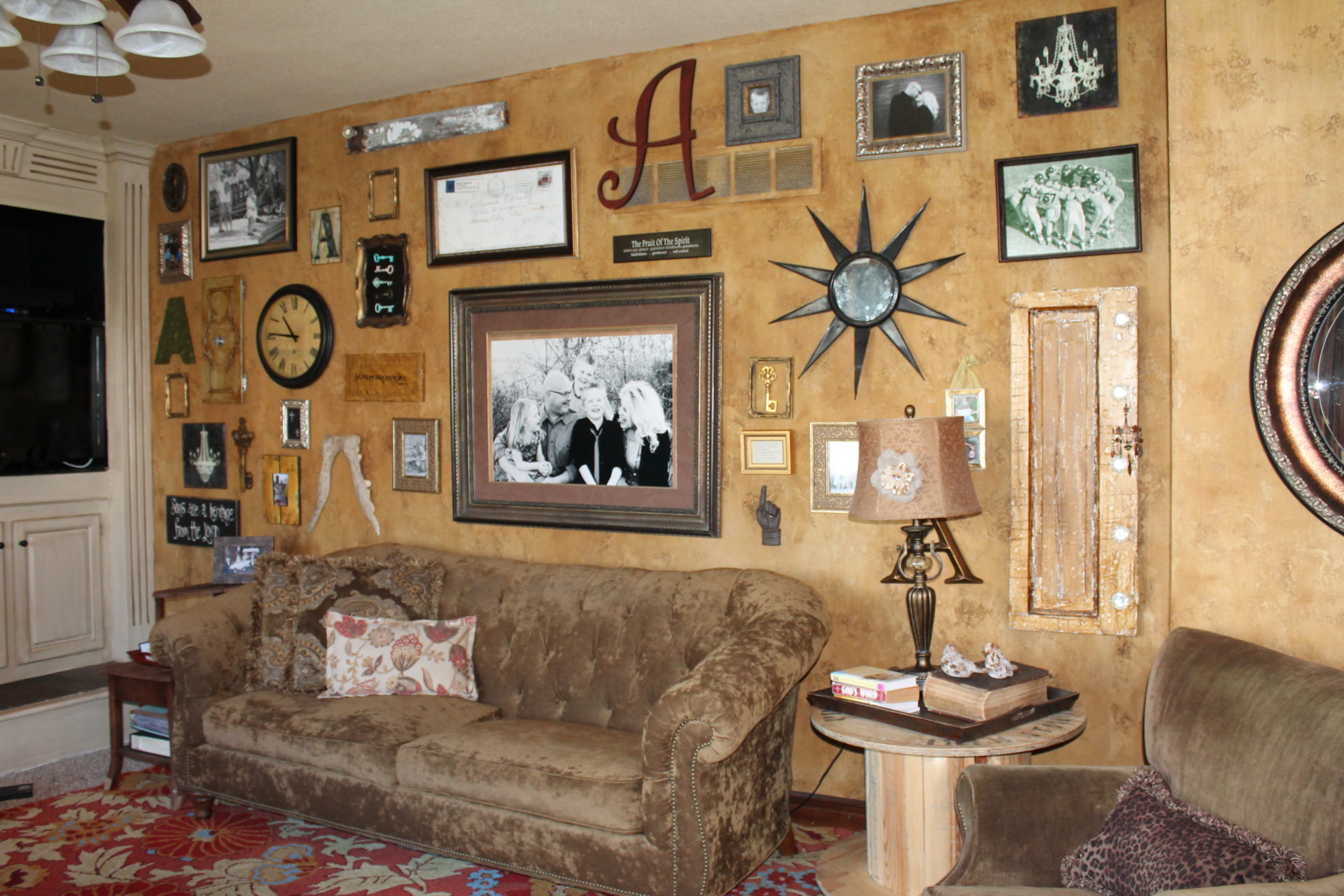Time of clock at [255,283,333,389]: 10:45
